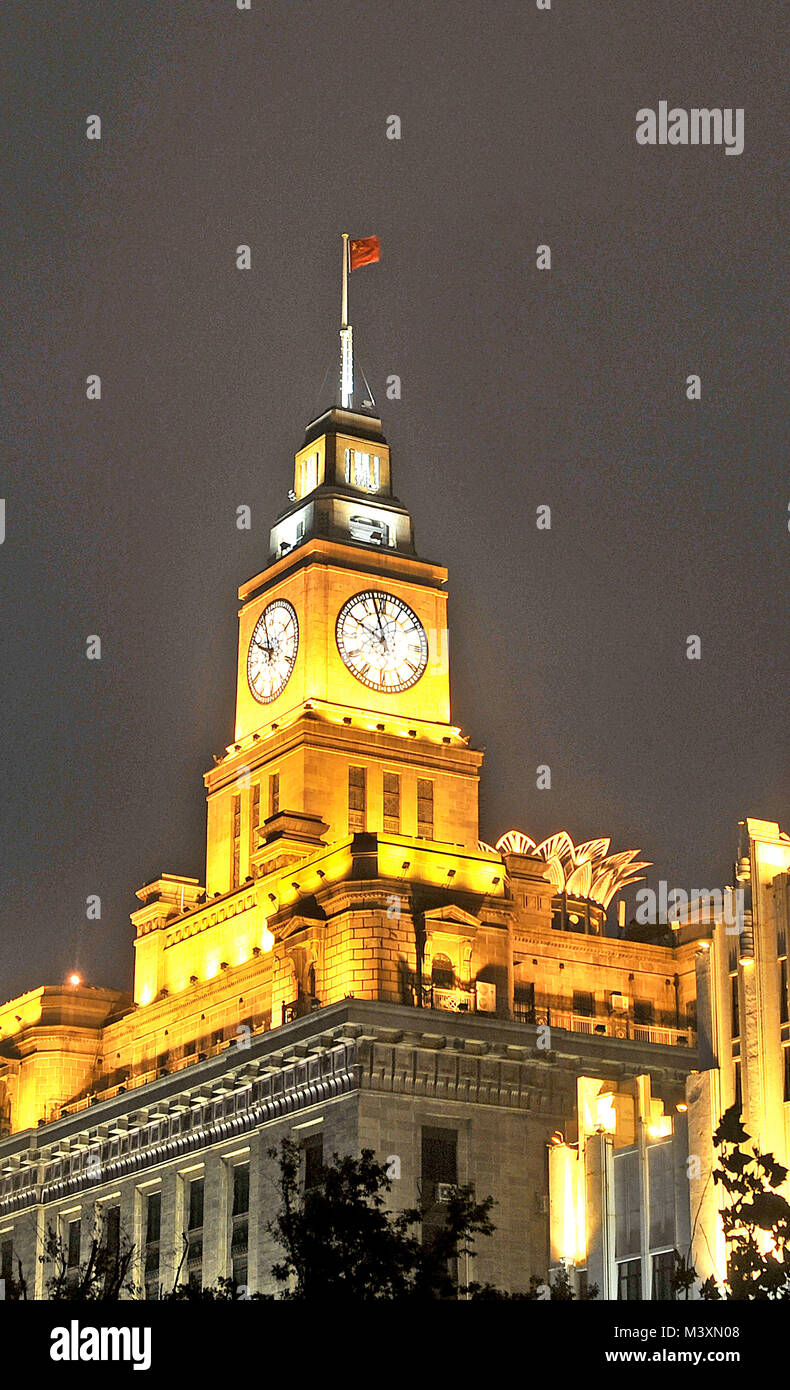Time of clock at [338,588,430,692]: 9:57
